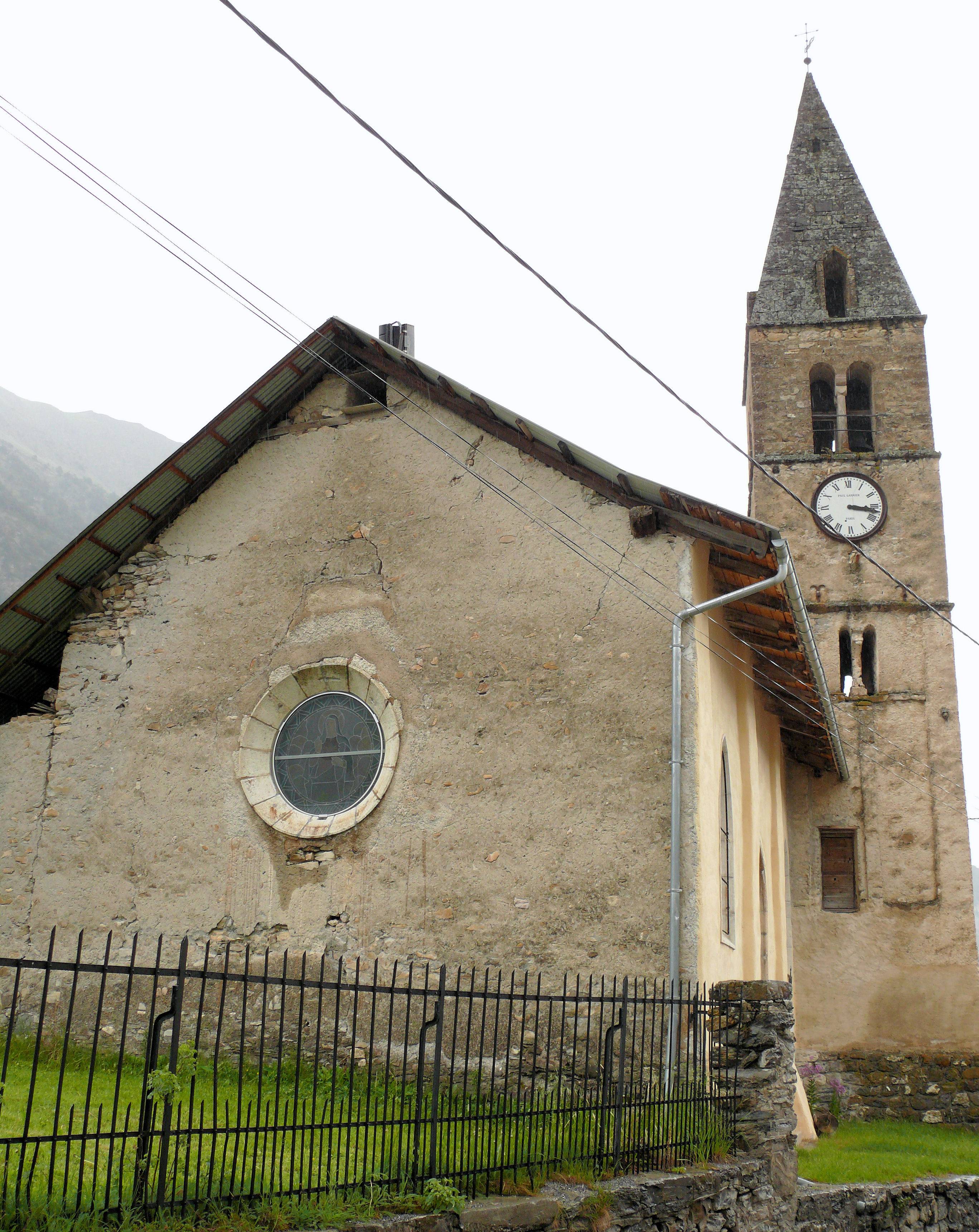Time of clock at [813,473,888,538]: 3:17
